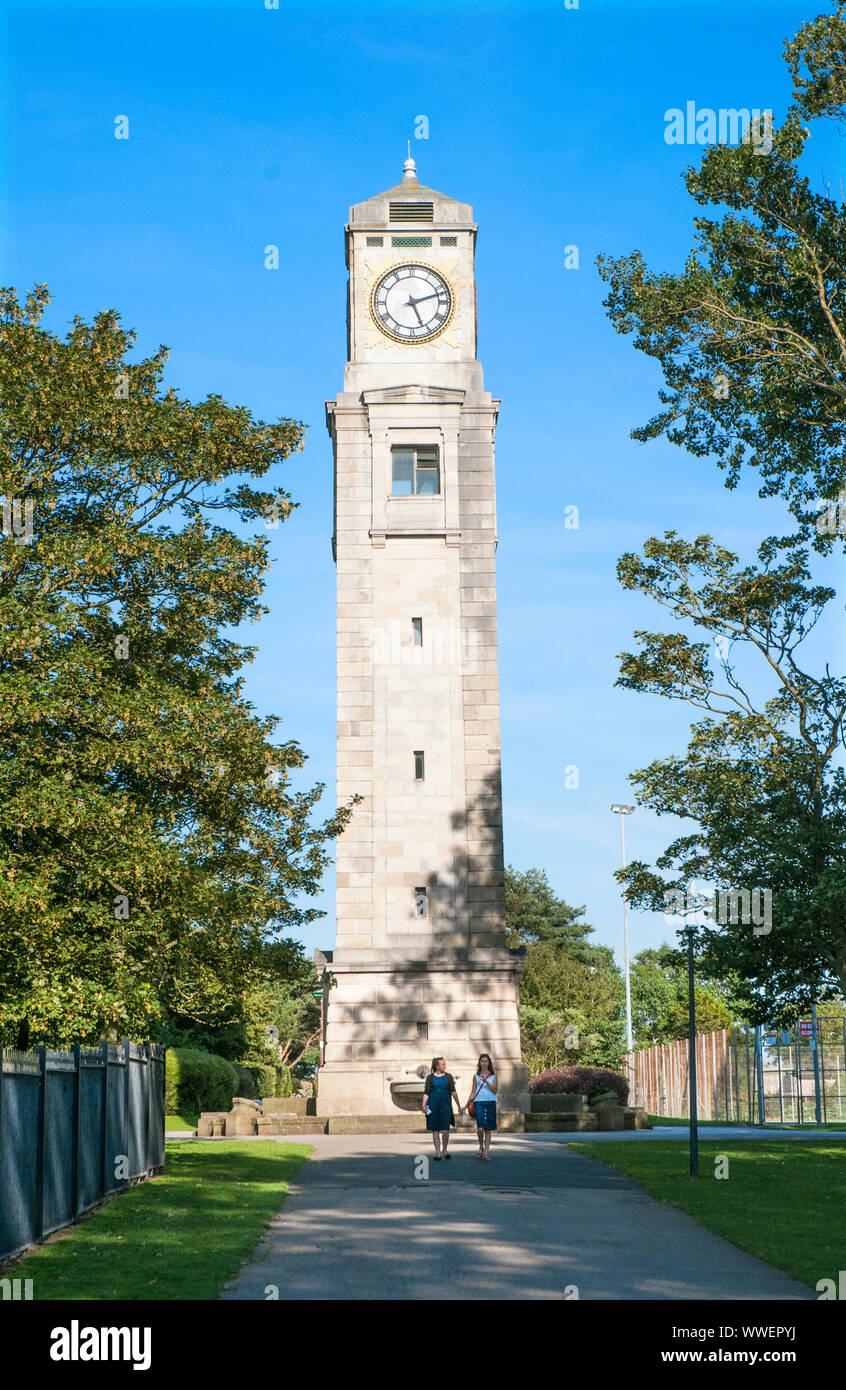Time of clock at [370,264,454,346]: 5:12
